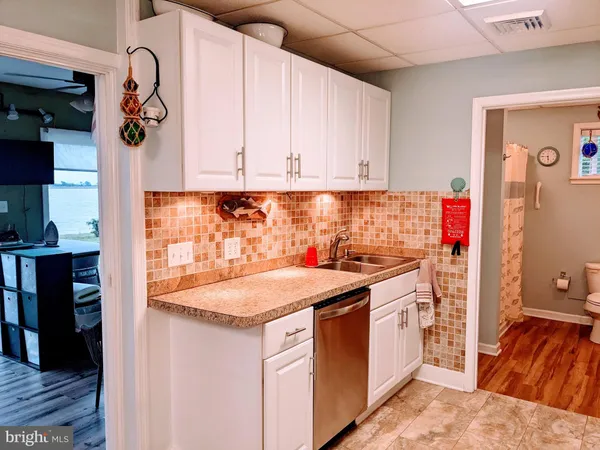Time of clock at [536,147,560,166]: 5:45
